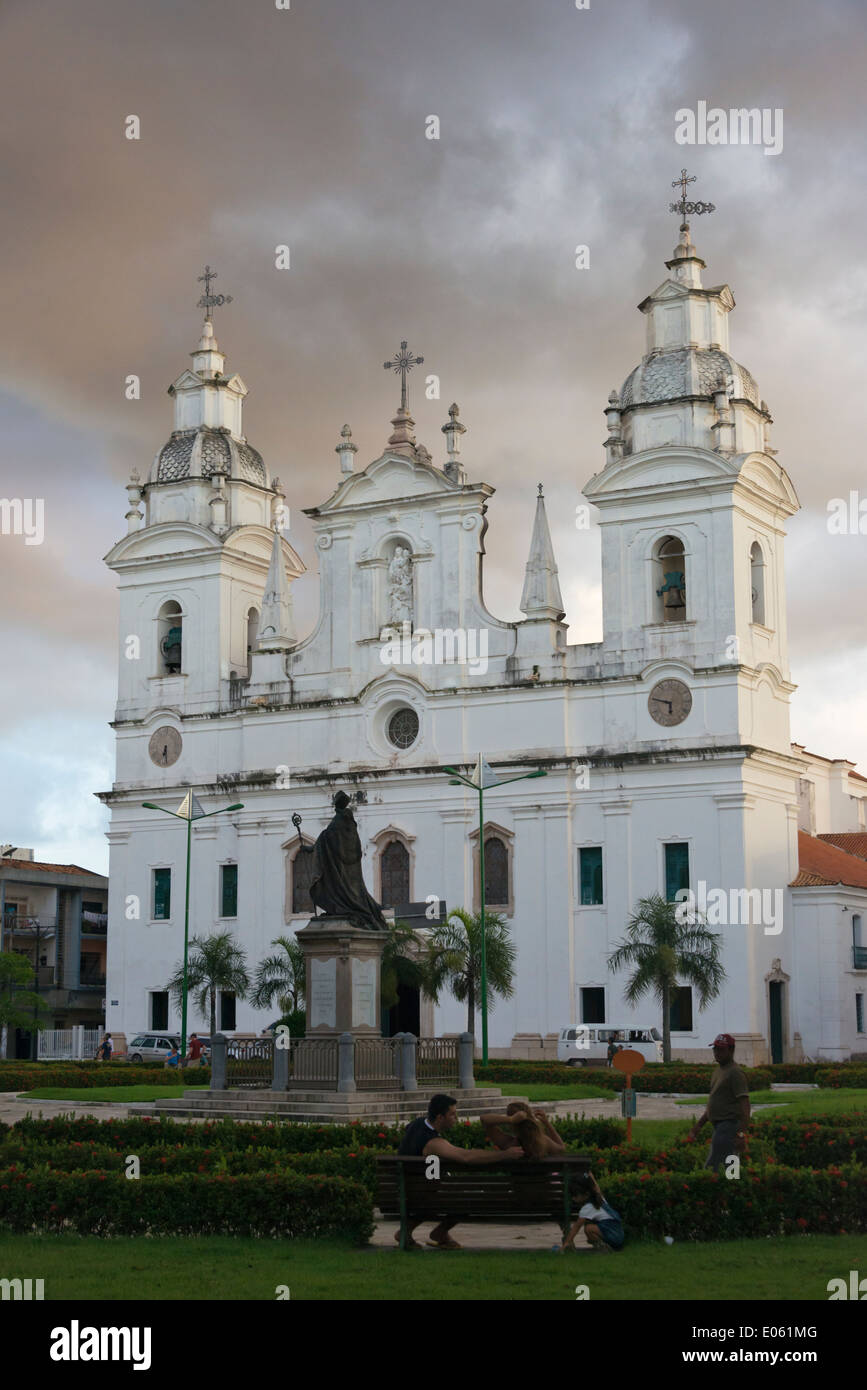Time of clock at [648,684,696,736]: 5:47
